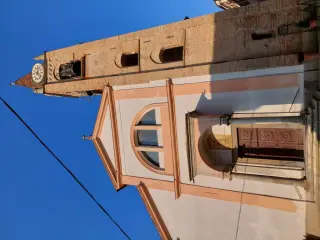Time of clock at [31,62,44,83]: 12:22
